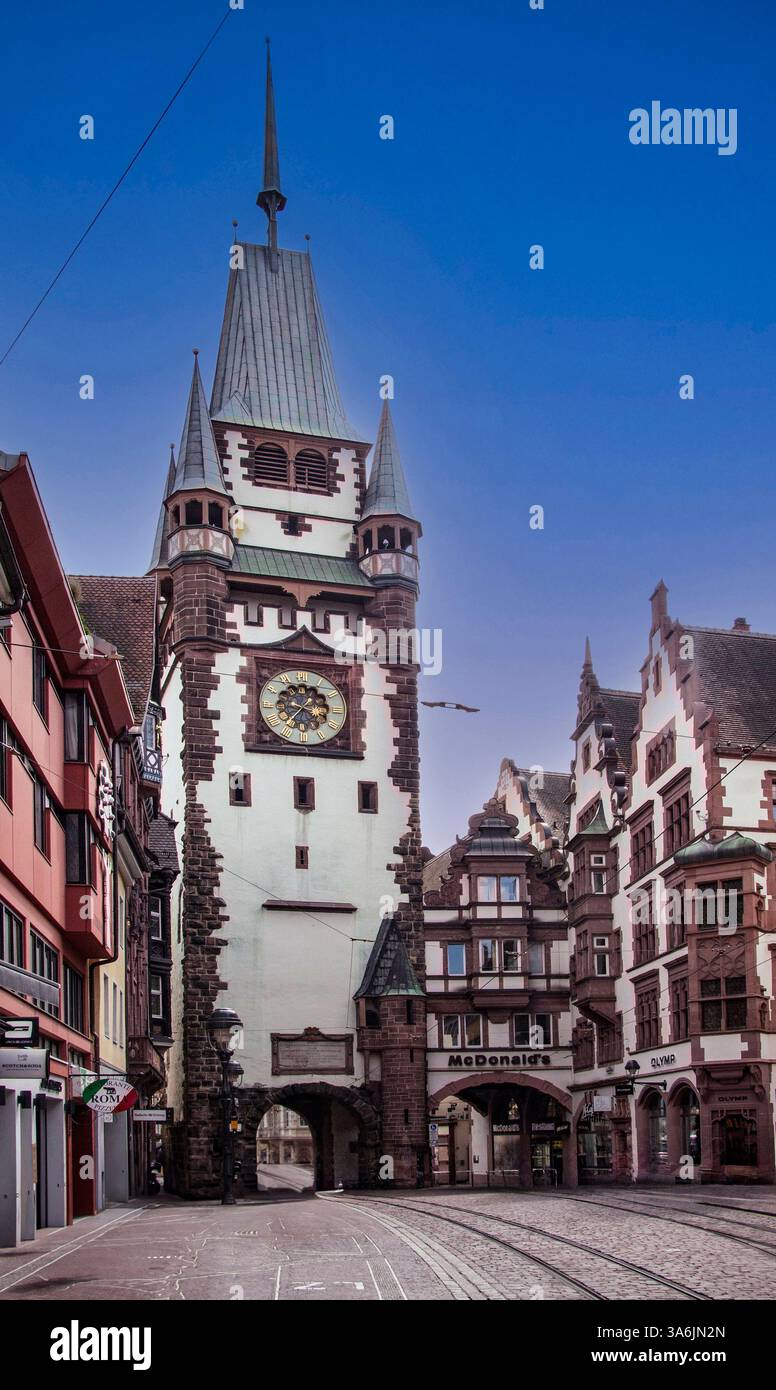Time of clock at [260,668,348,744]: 3:36
